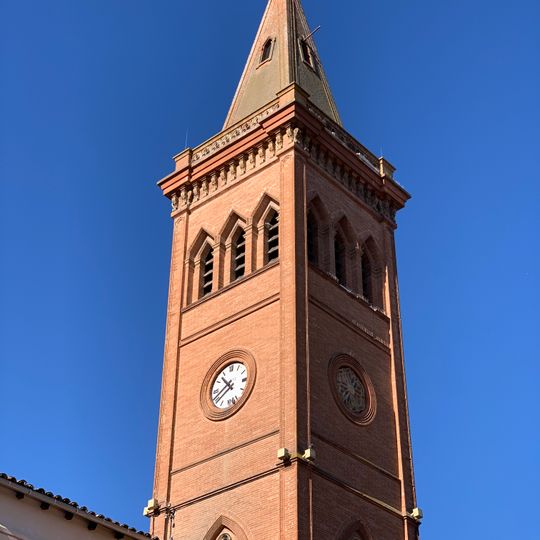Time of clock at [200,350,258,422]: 10:39
